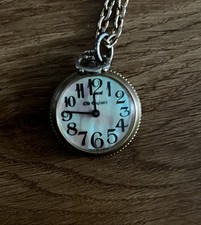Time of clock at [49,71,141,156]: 11:46
